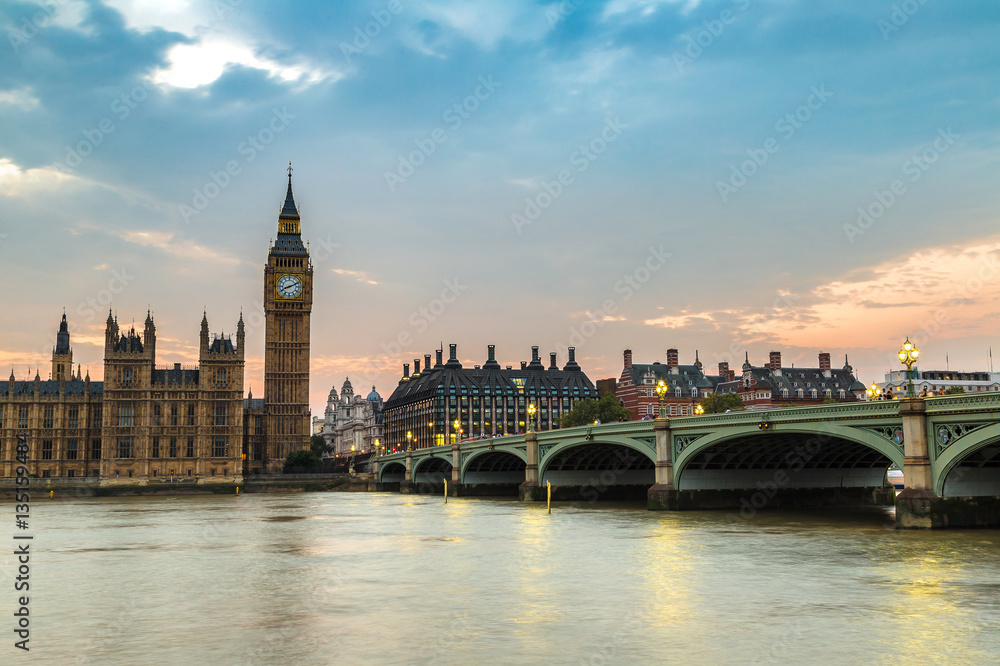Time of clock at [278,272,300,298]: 8:11
